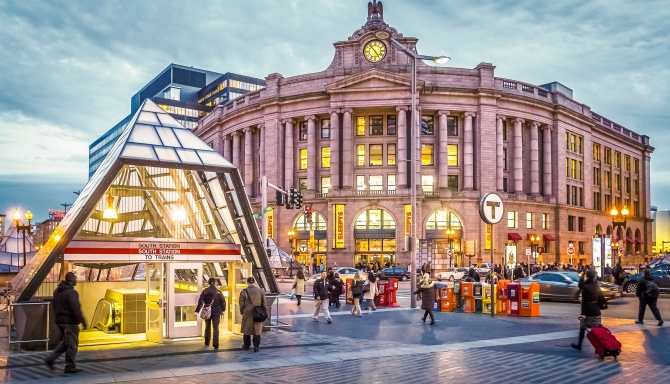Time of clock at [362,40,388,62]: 4:52
